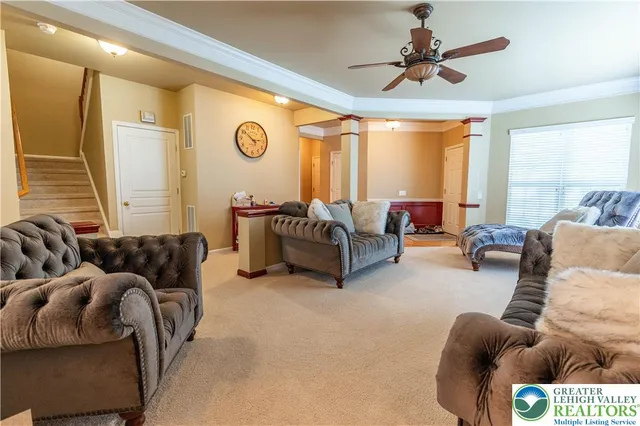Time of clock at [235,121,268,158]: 2:50
